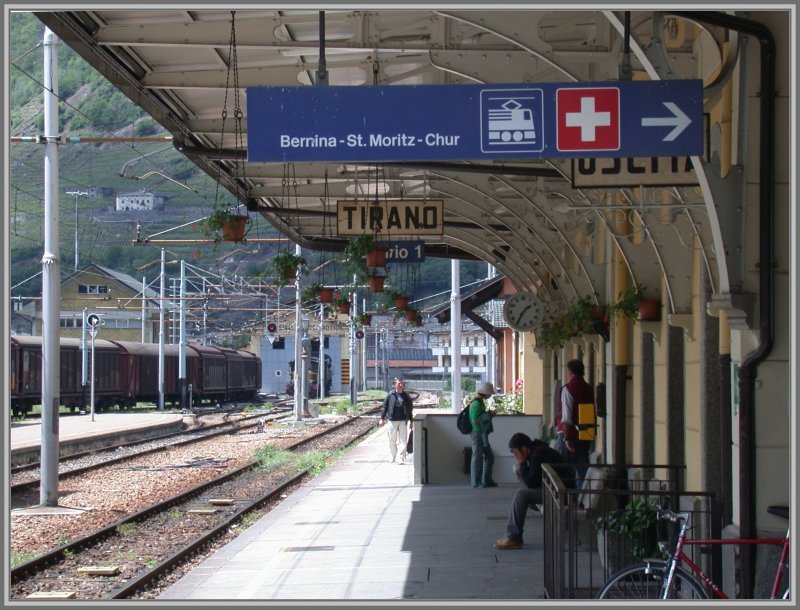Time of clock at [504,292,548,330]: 1:35
